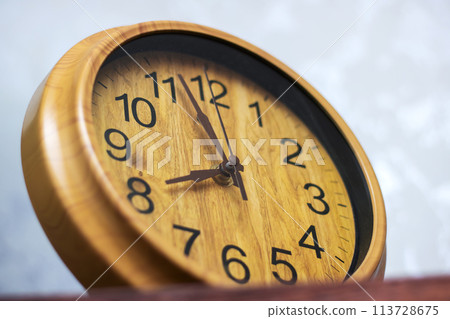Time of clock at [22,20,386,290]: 7:57
